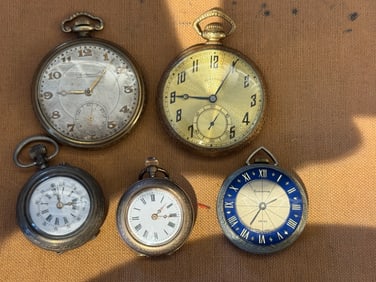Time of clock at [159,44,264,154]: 9:05
